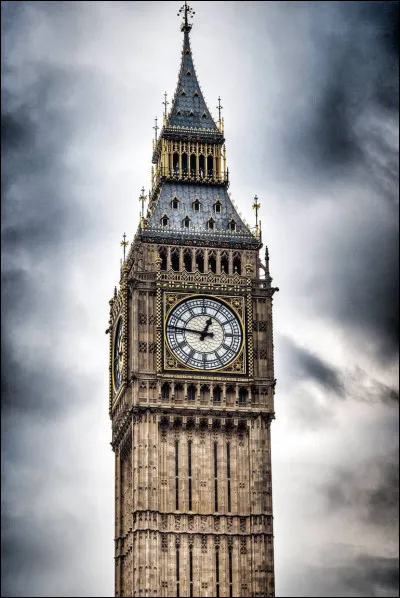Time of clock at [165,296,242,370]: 12:46
